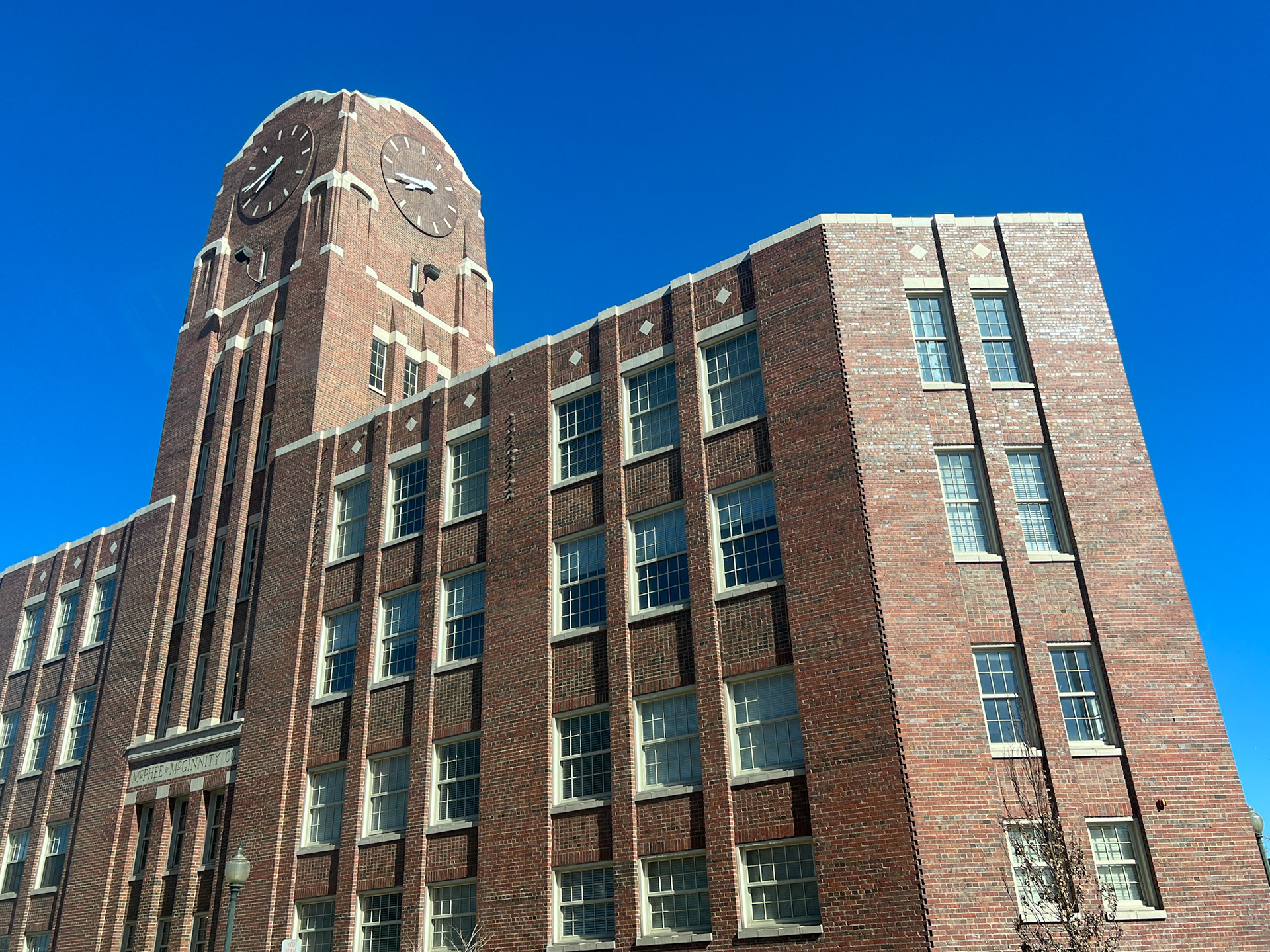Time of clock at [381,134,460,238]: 8:46
